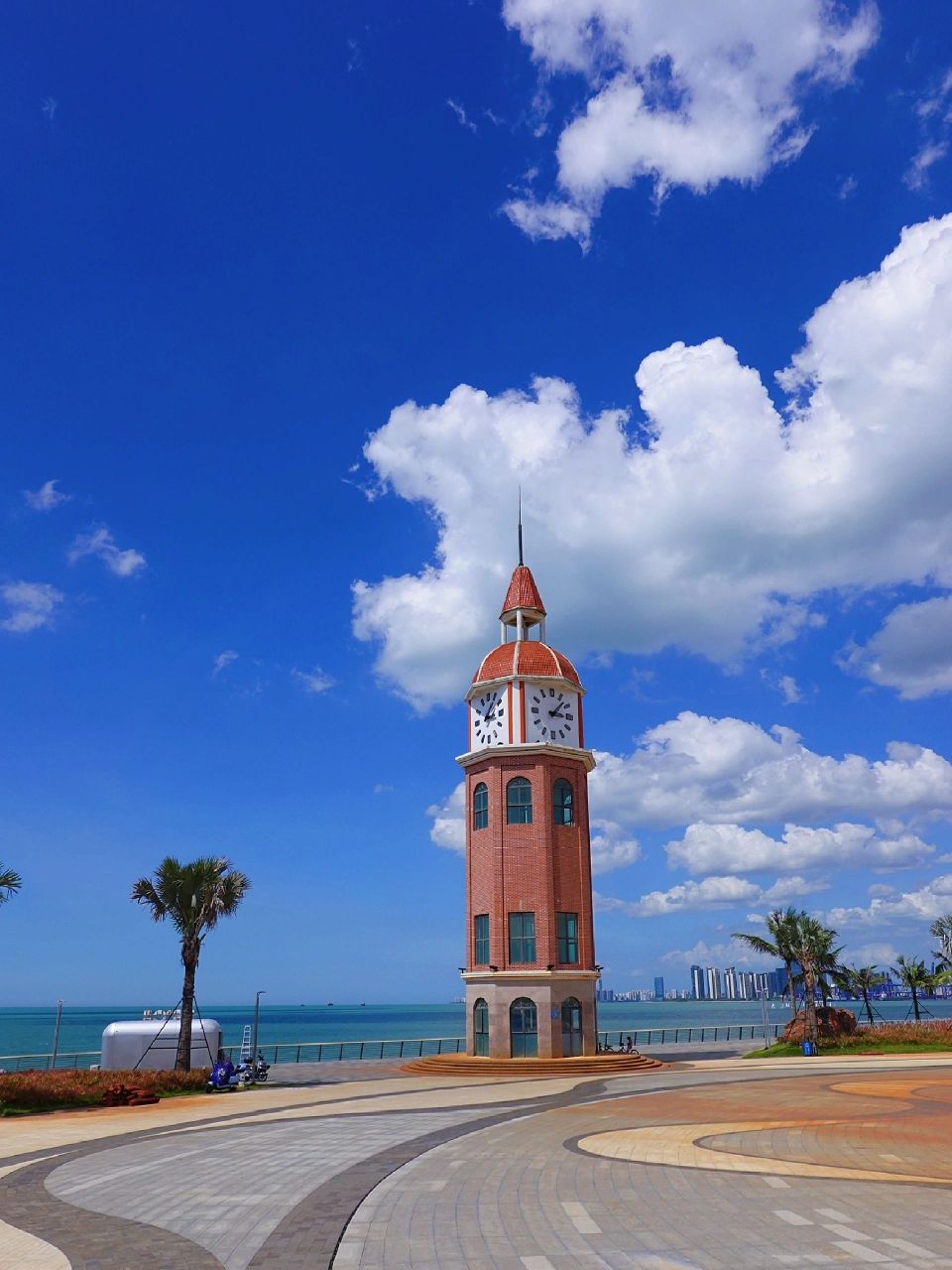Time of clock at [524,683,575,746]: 3:07
